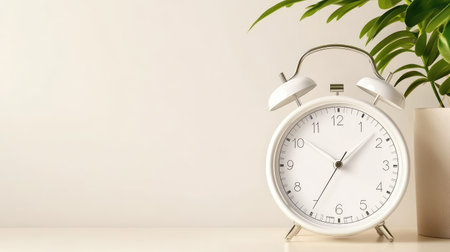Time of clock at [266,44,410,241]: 1:34
